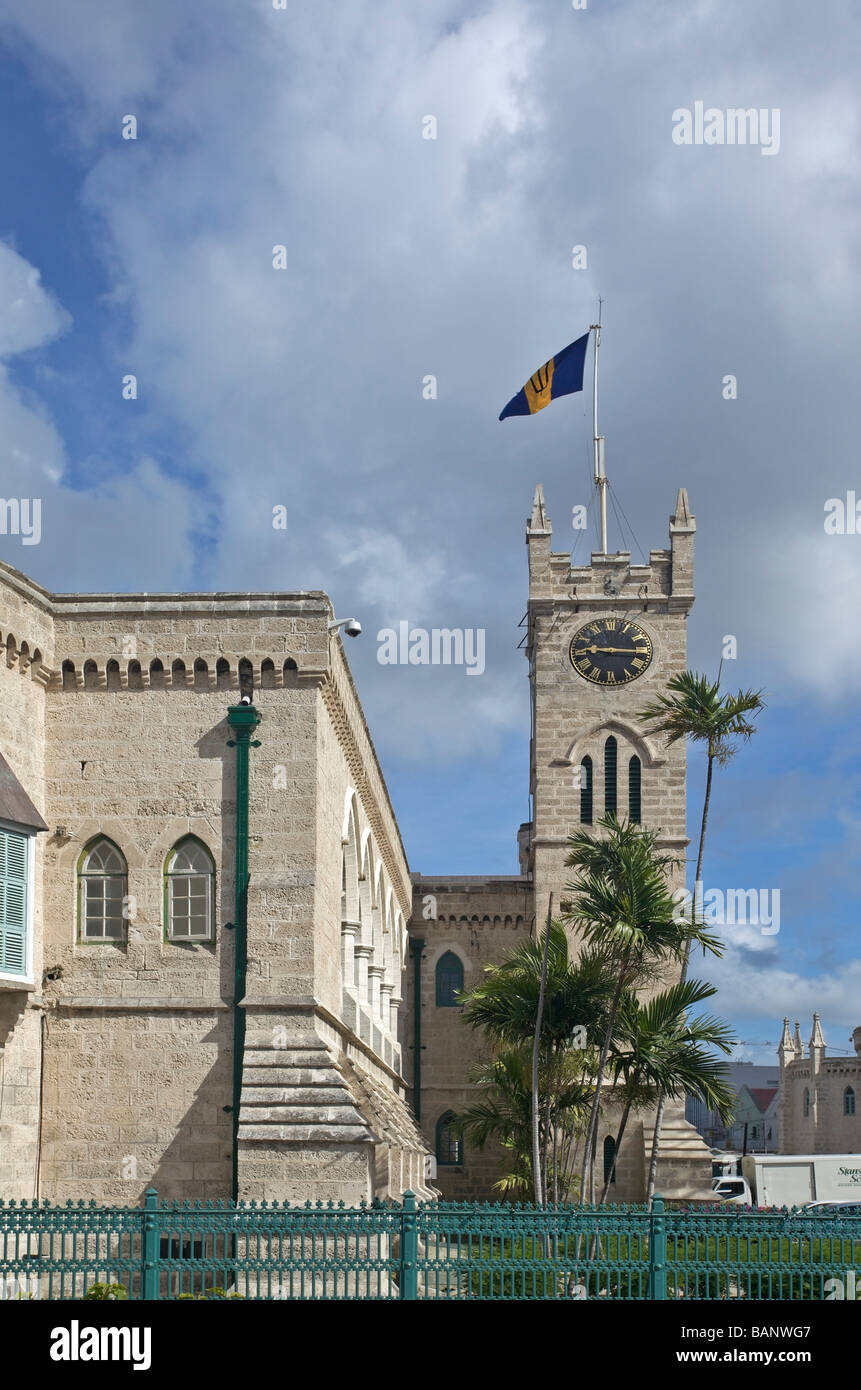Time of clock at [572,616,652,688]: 9:15
